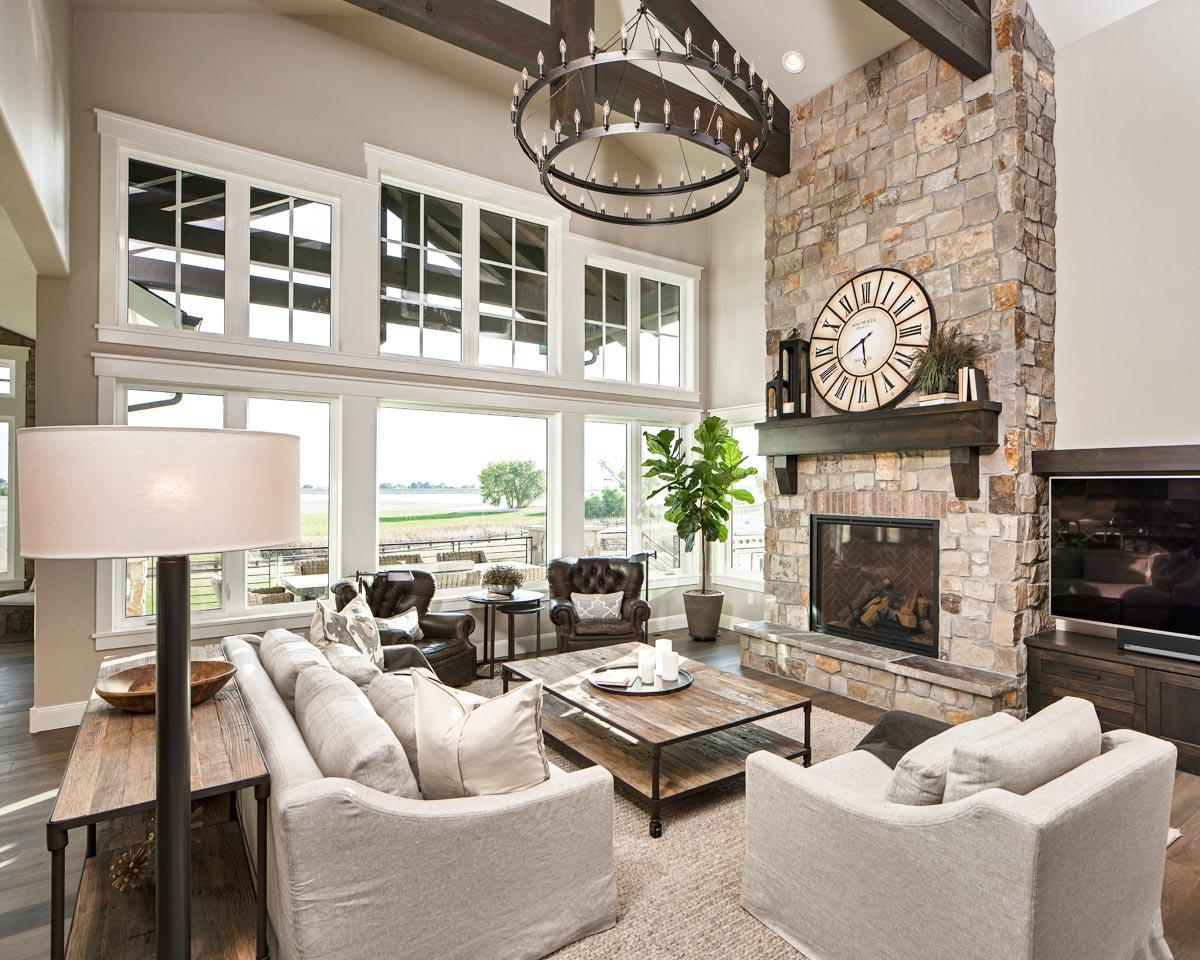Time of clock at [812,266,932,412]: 5:40
